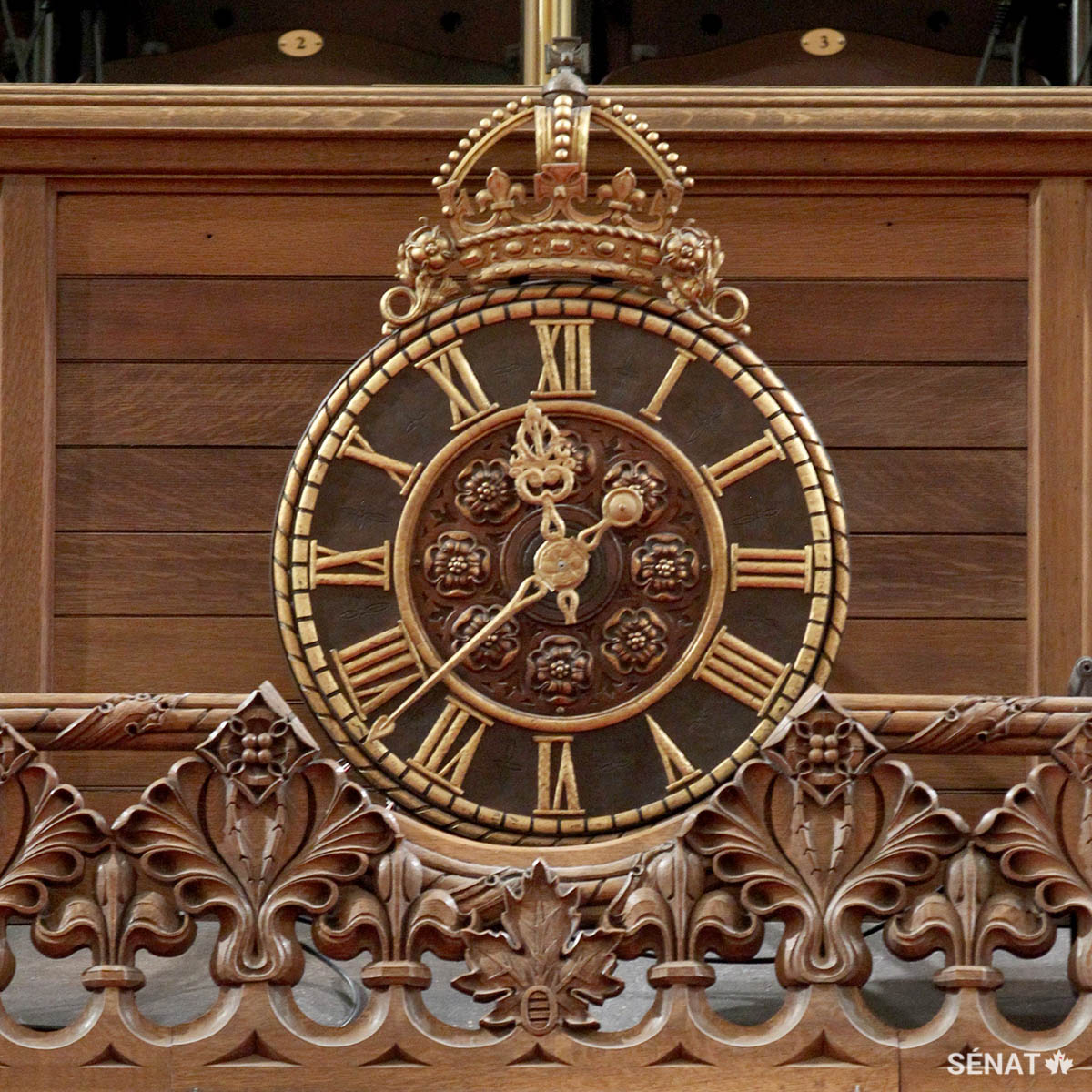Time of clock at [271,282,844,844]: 11:37
